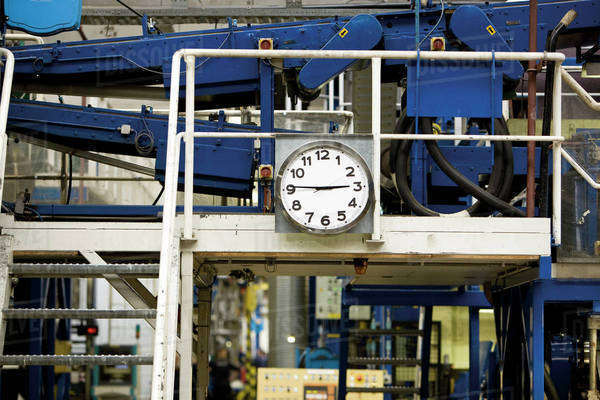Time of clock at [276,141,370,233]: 2:46
